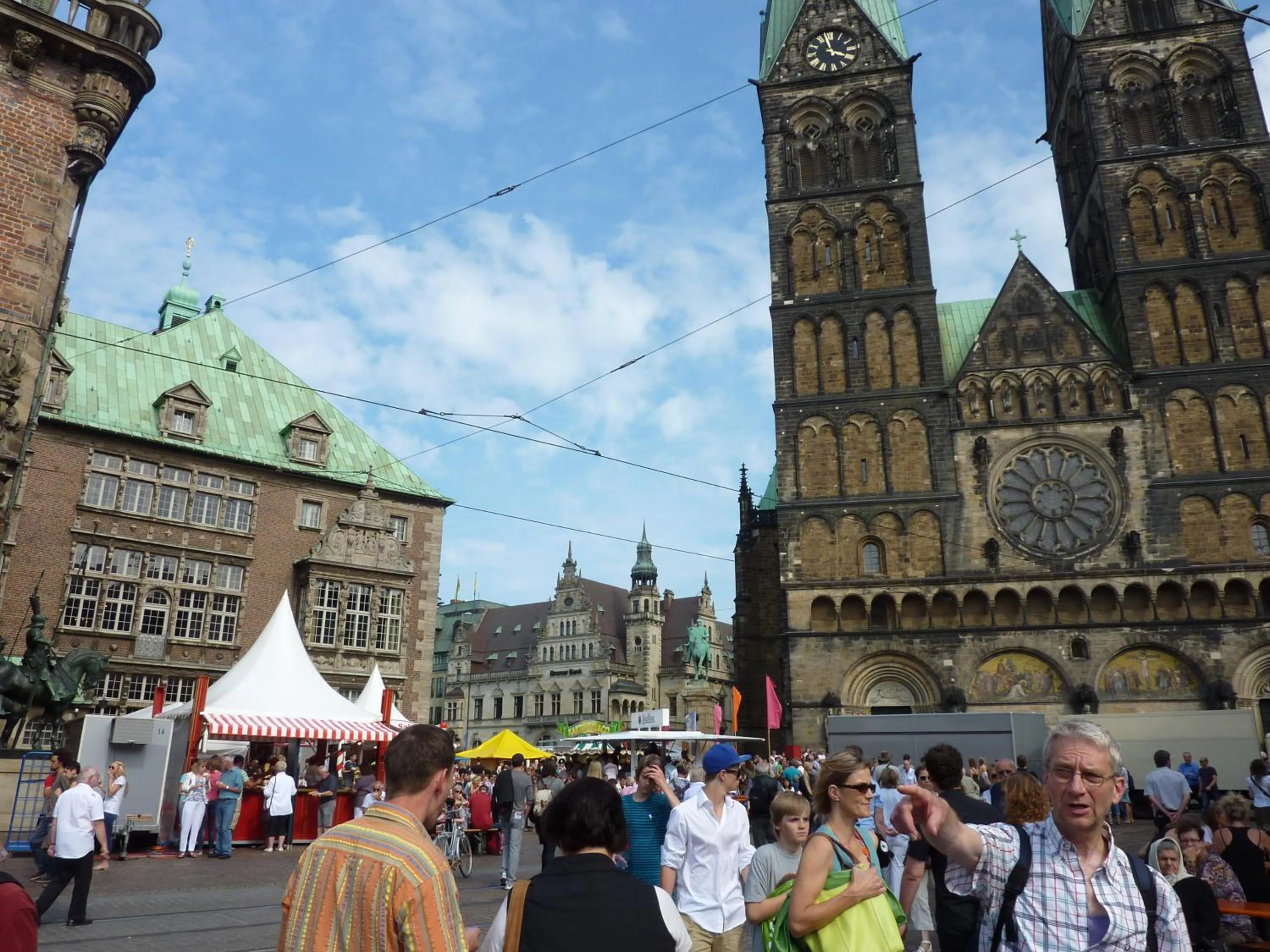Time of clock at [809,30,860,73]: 3:57
